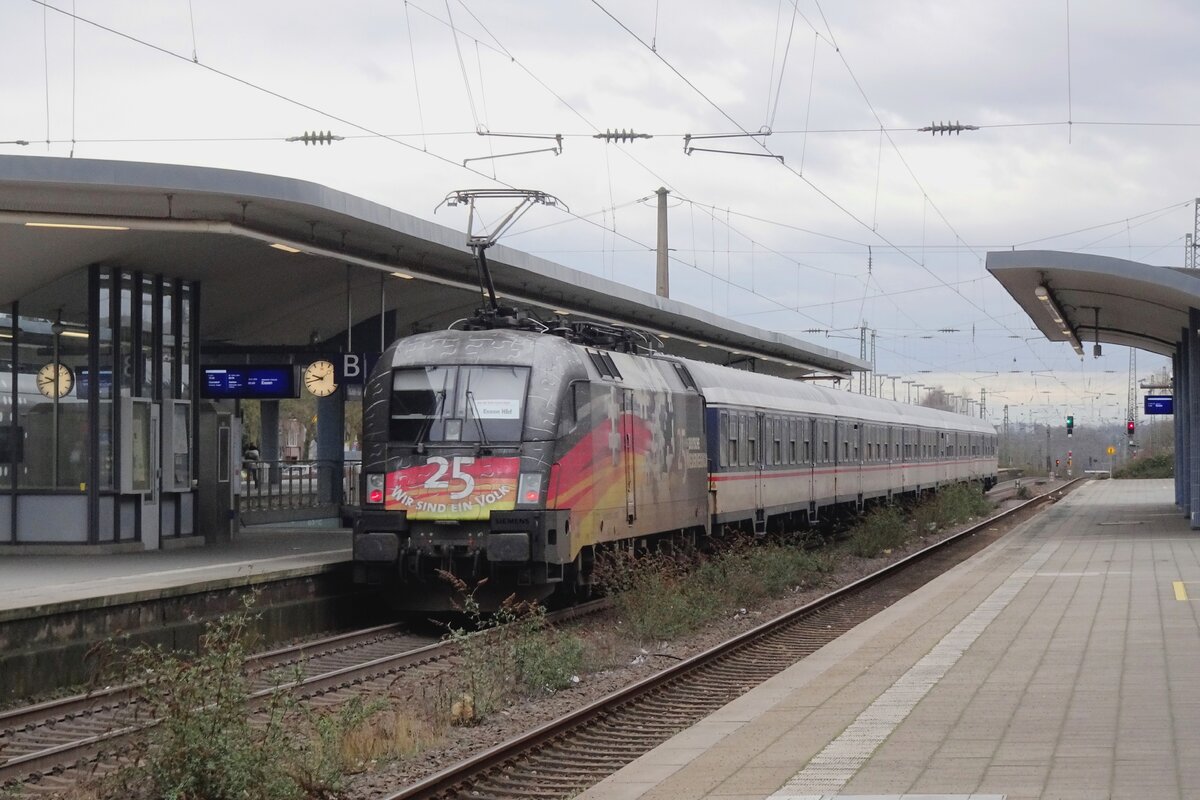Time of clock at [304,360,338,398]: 9:42
